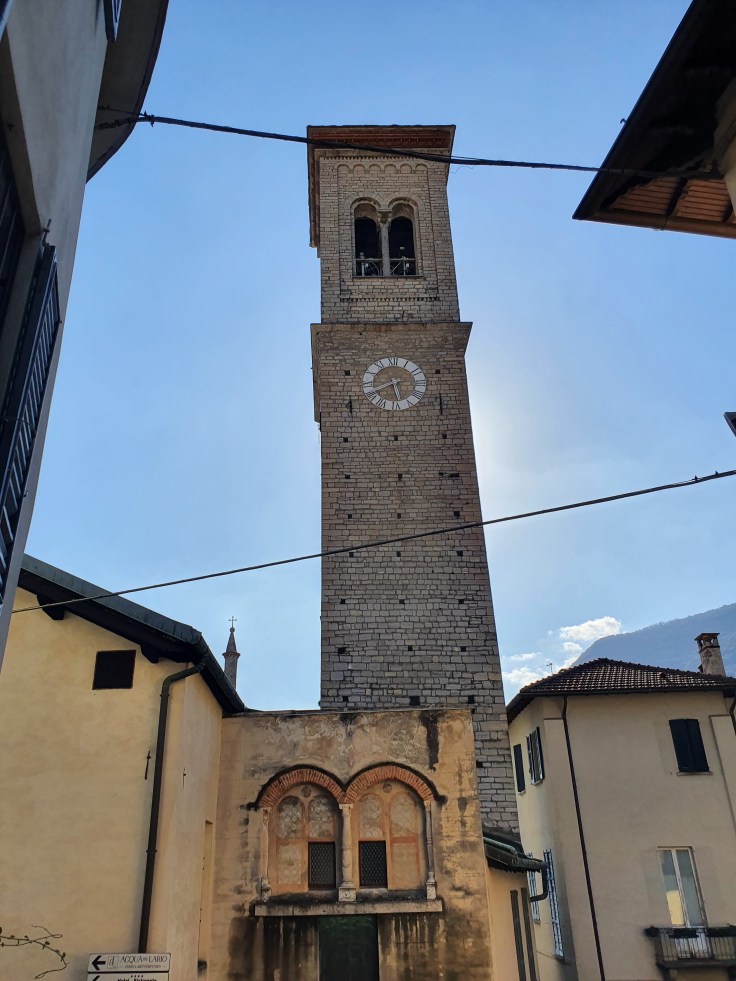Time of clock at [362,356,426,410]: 5:41
